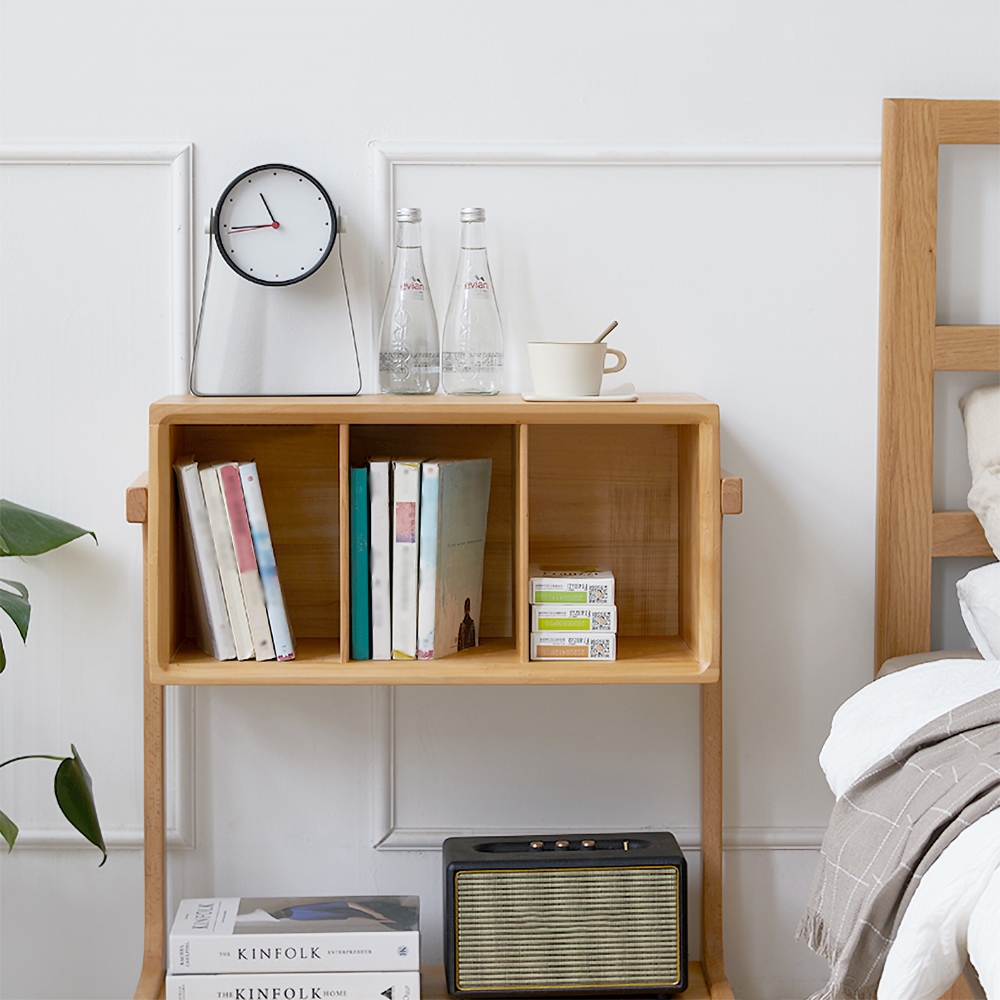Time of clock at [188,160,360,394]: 10:44
